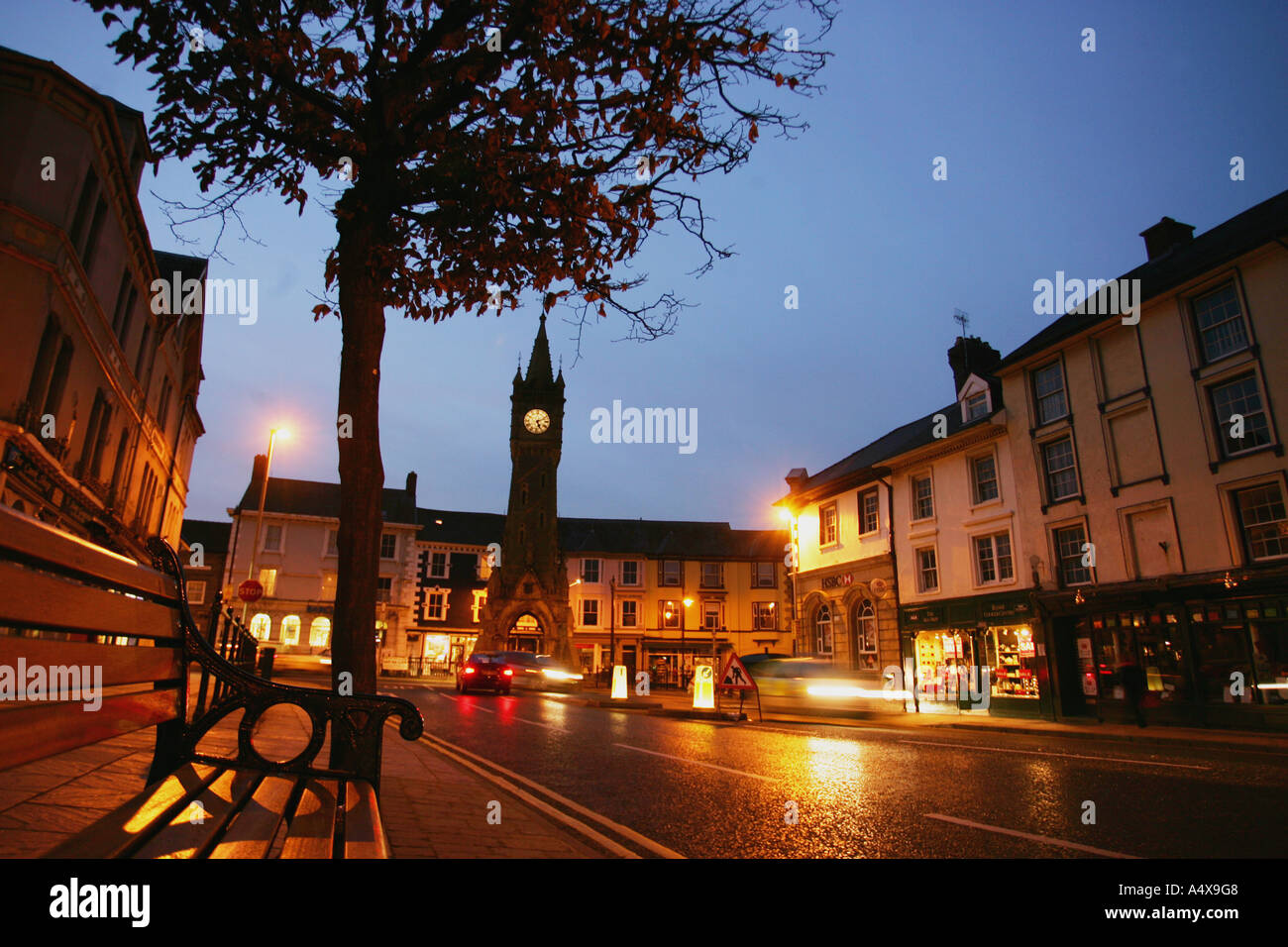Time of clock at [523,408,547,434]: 5:11
